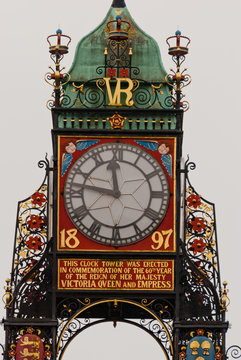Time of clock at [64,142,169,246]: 11:46
